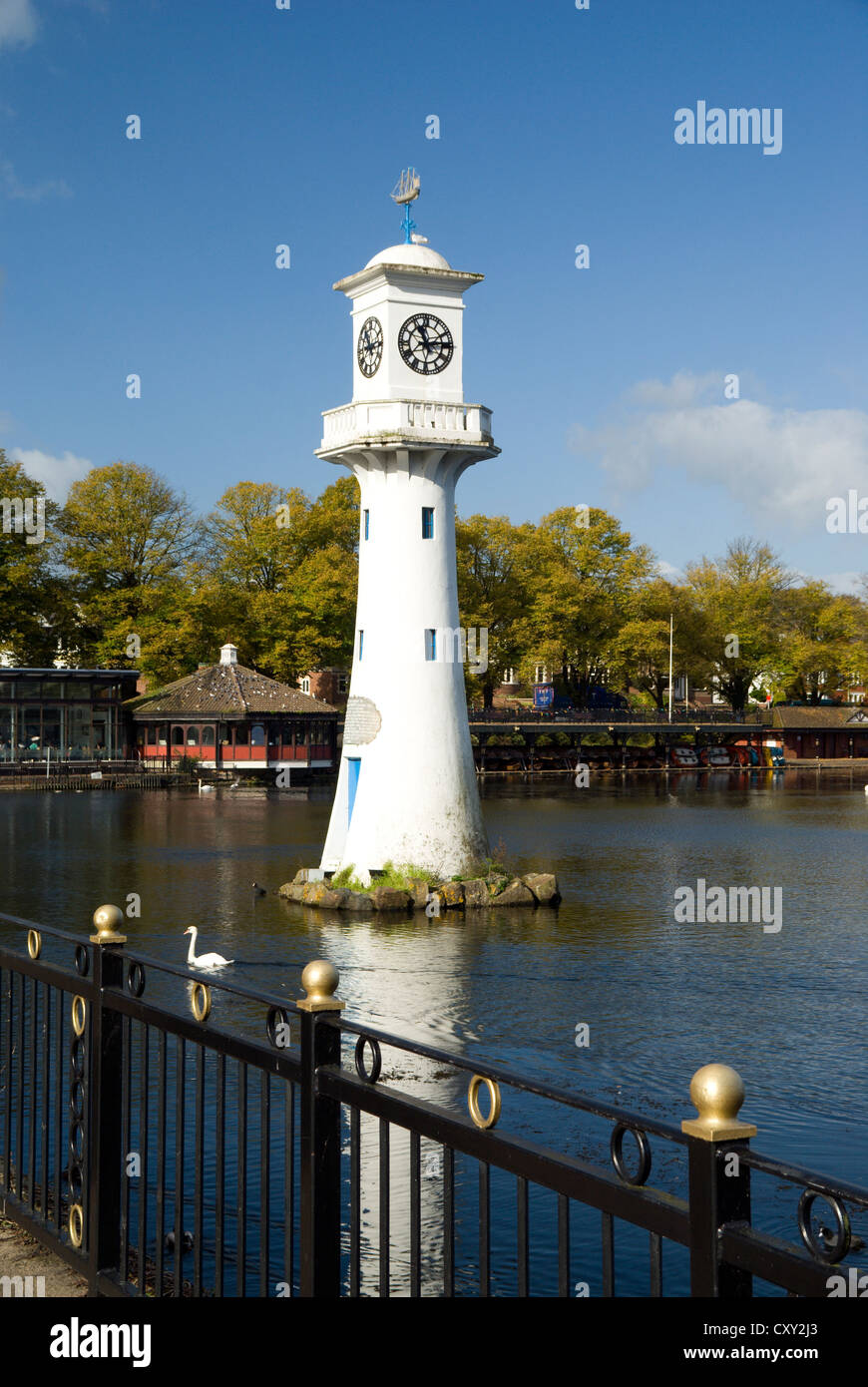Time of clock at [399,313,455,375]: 11:13
